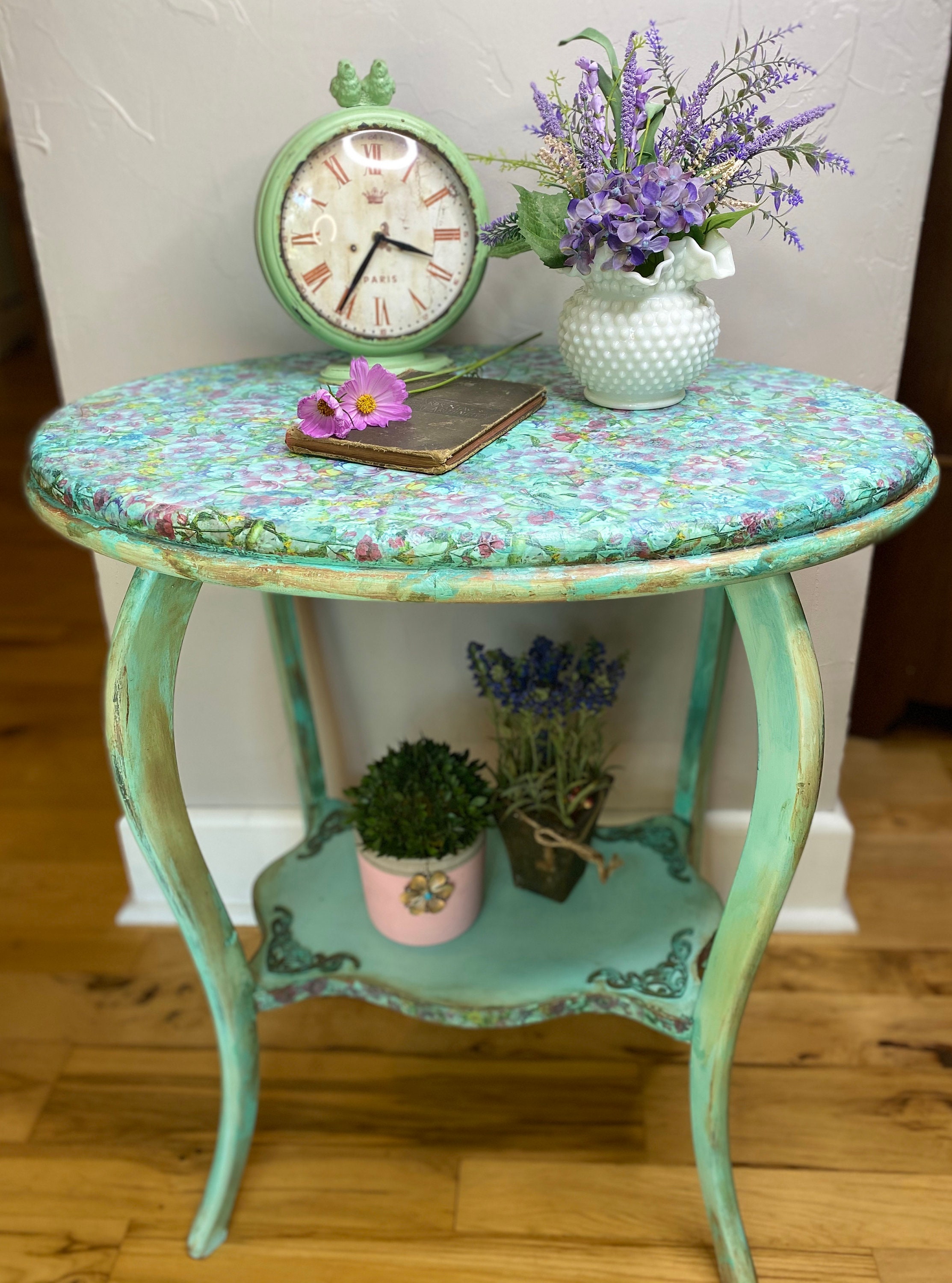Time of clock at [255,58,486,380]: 3:35
